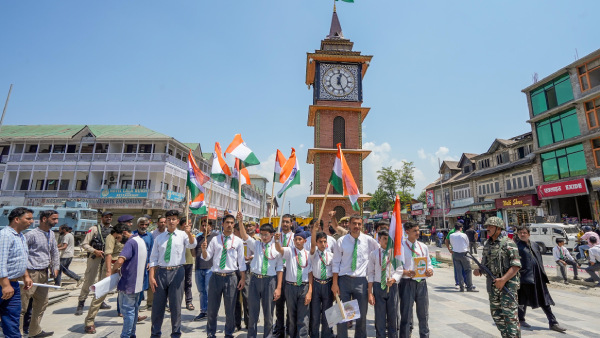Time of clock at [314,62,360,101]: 12:25
